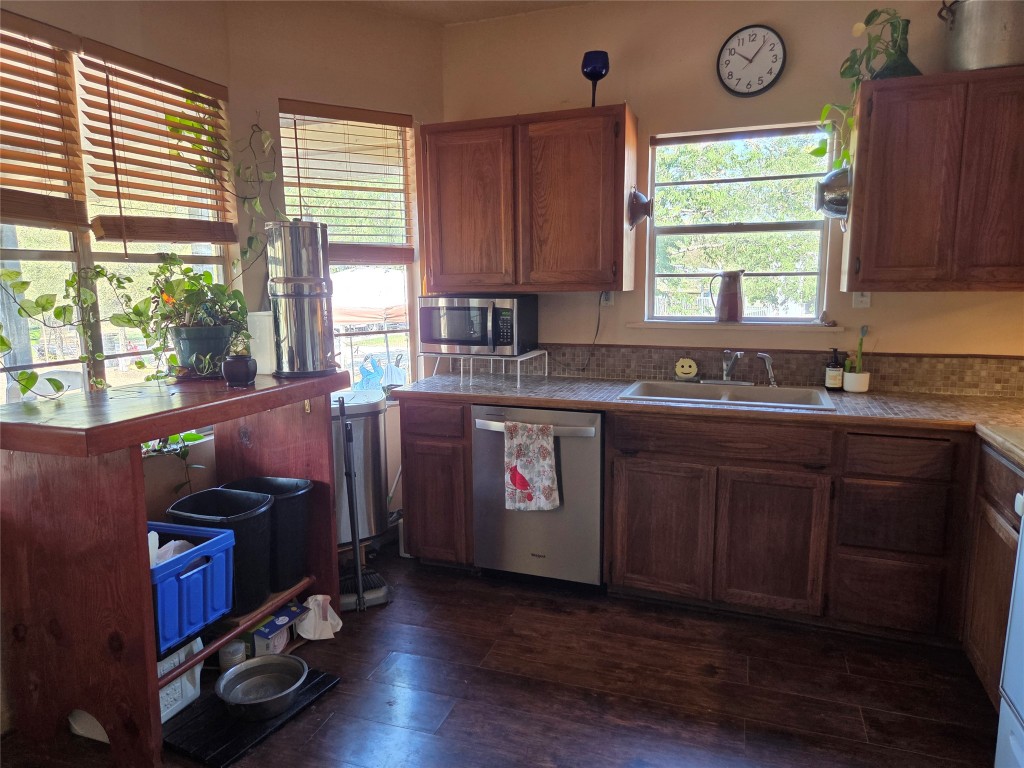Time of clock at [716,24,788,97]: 10:06
